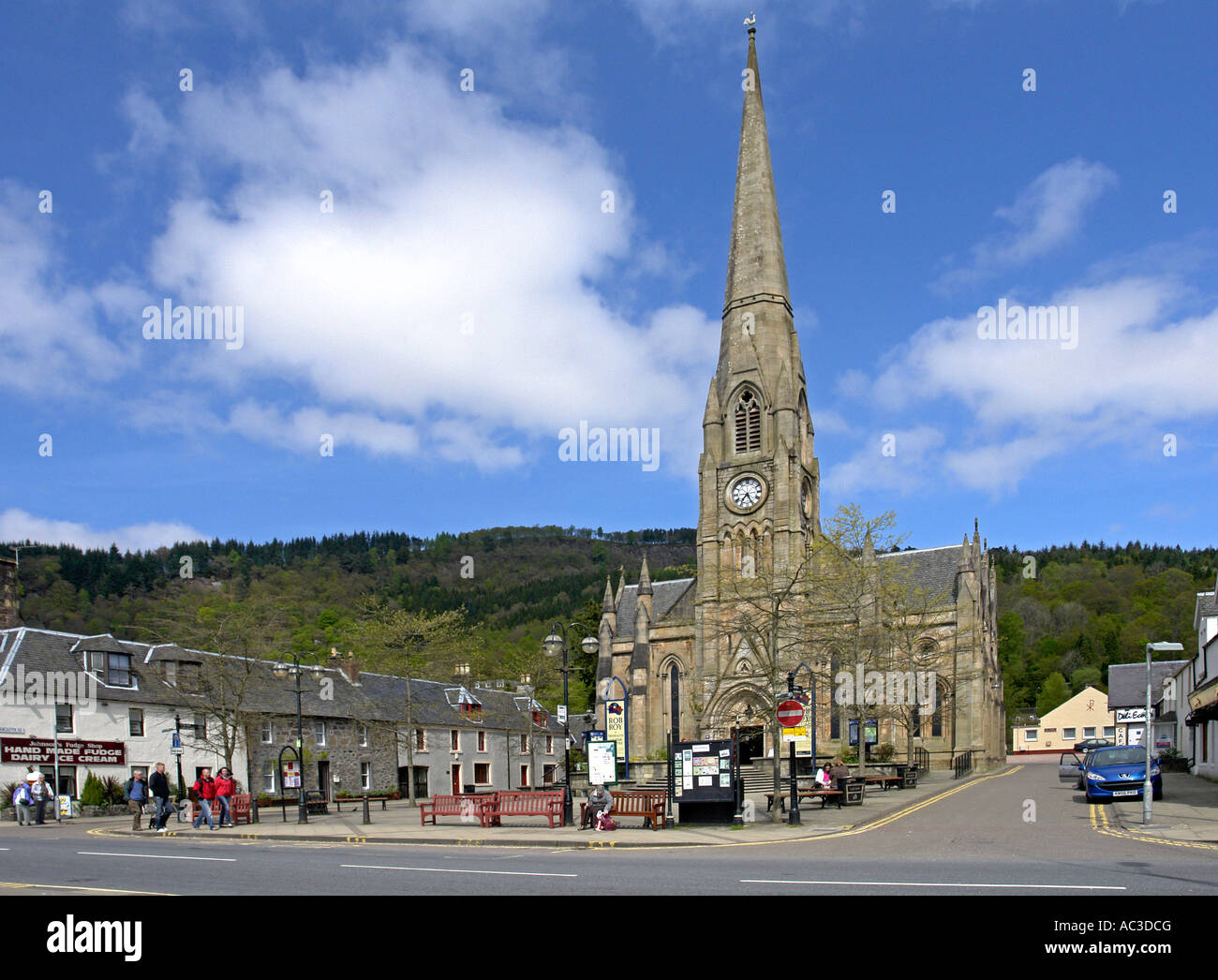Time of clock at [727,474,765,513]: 7:25
